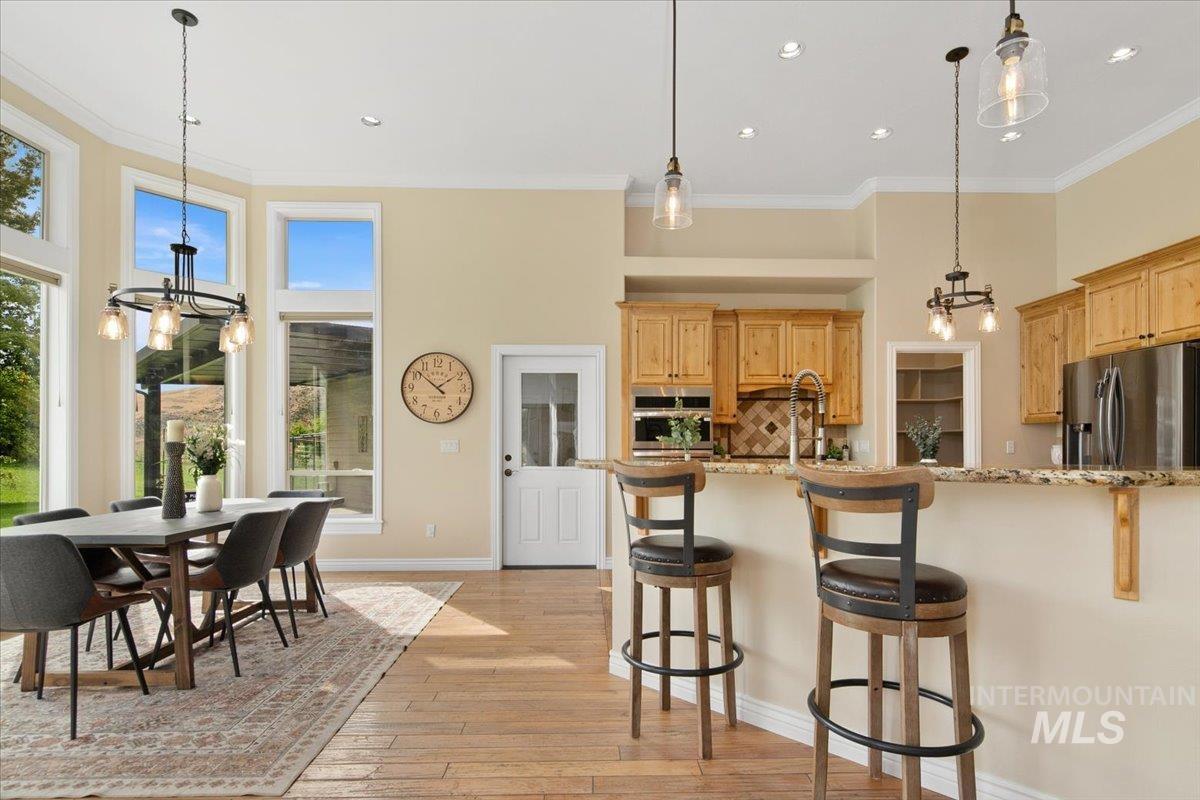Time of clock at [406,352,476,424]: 1:51
